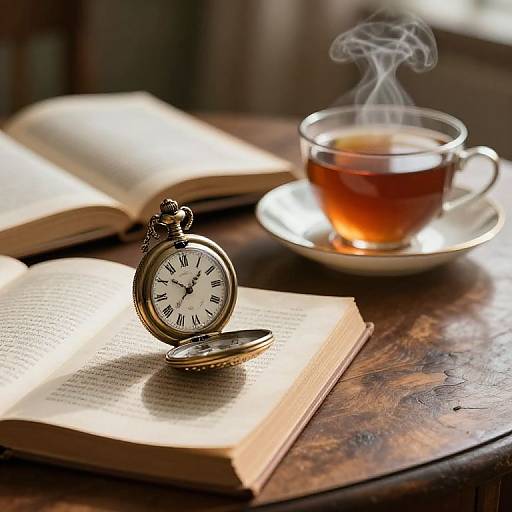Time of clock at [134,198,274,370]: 10:07
